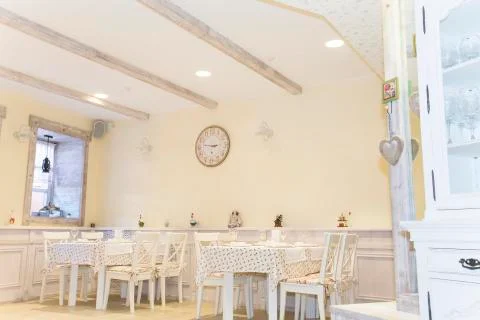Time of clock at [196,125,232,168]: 2:46
